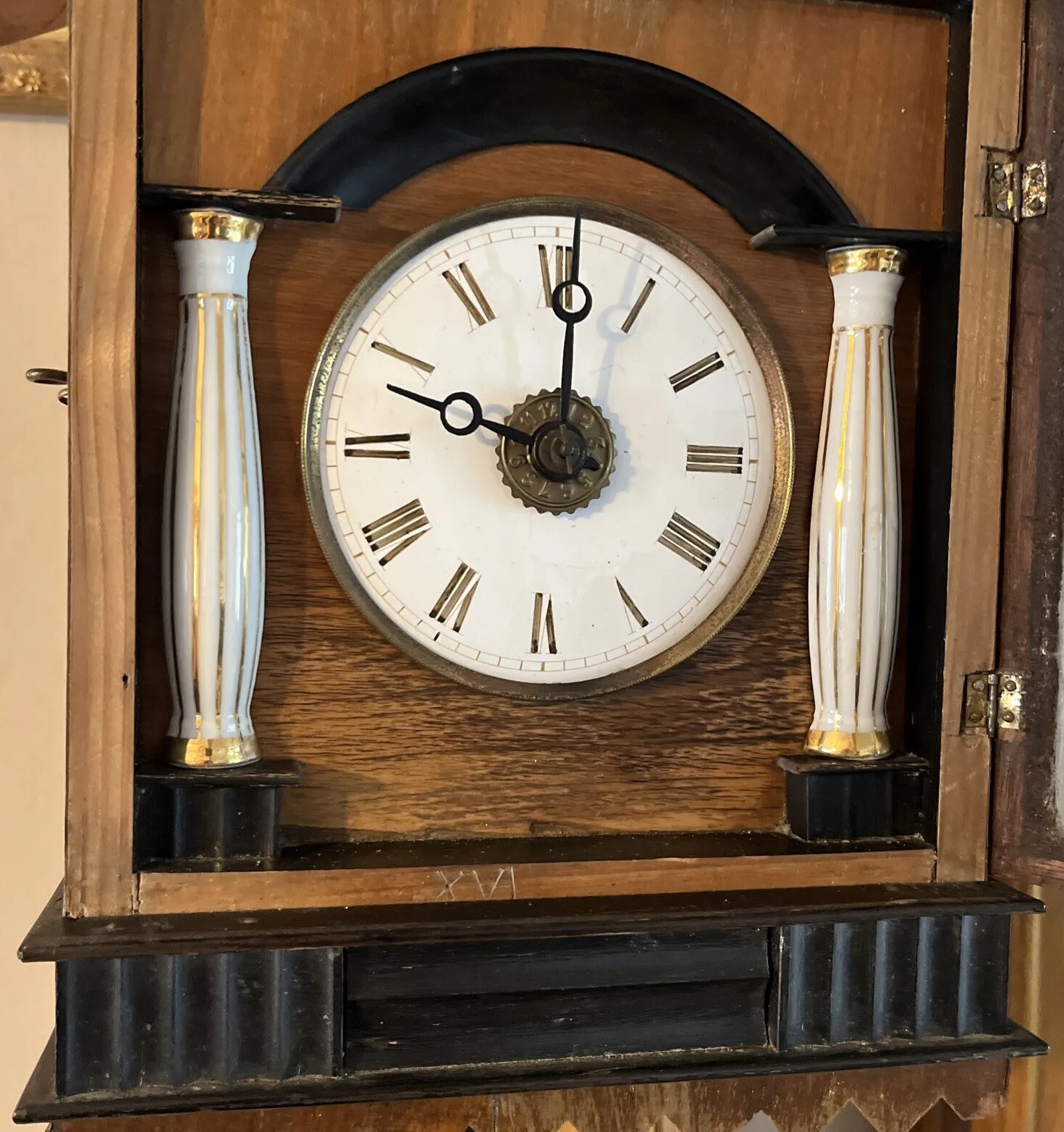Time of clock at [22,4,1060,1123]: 10:00
